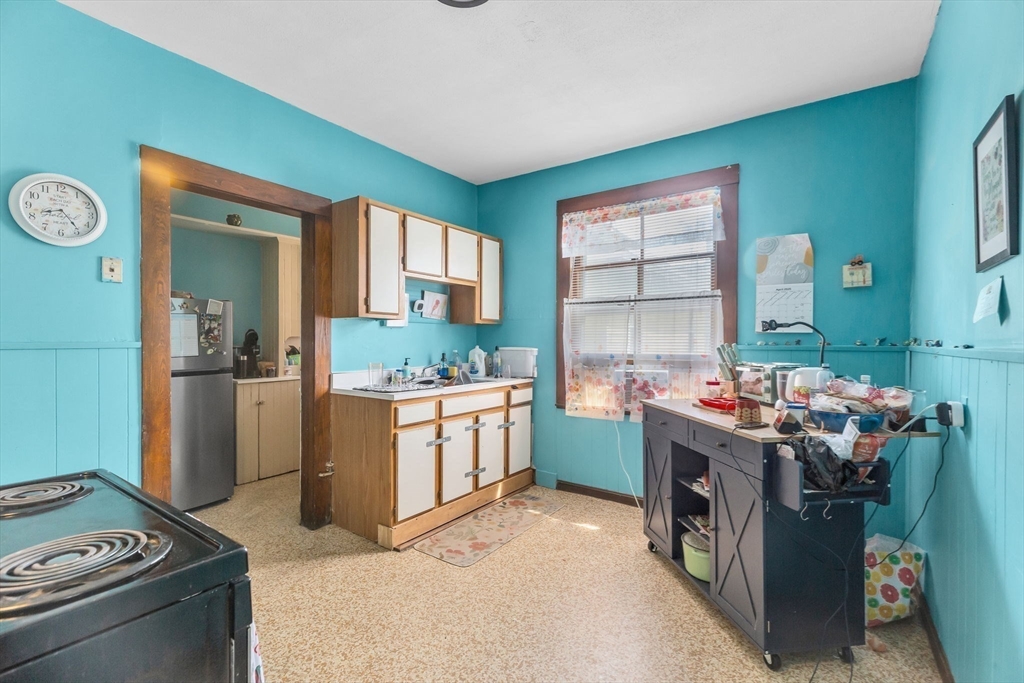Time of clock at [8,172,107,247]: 8:23
